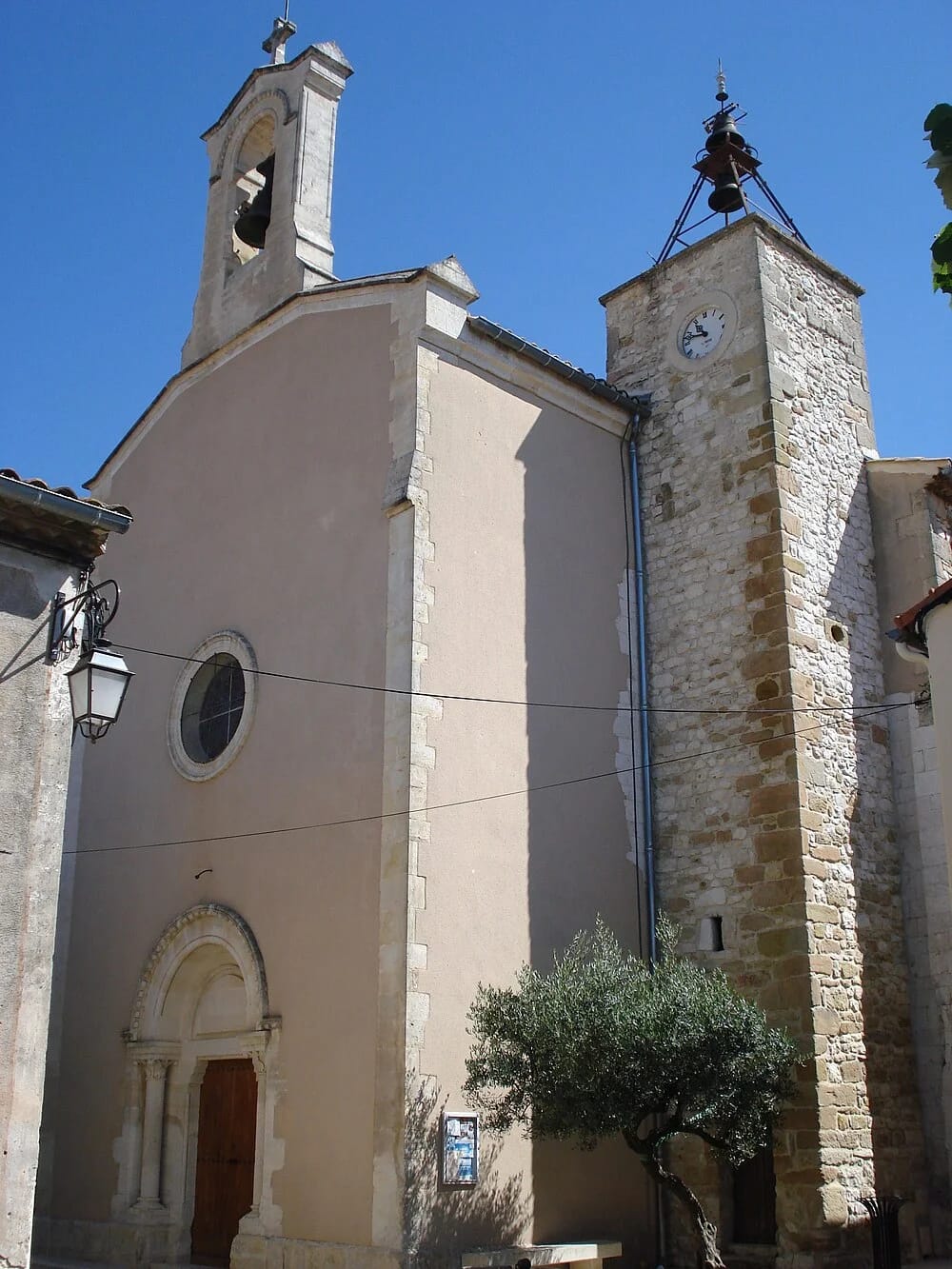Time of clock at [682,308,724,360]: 10:47
